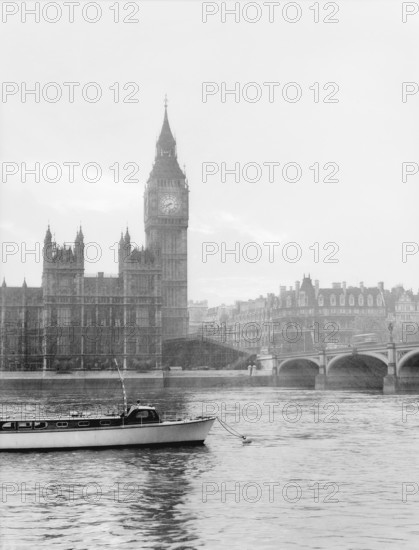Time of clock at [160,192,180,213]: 7:42
